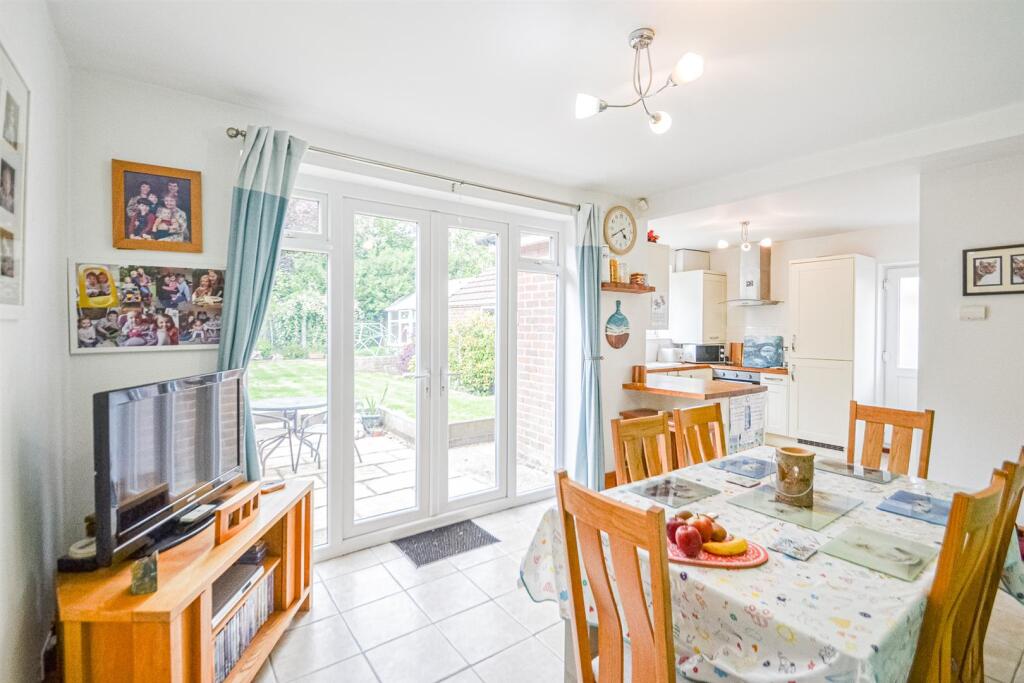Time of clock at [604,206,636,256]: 4:40
